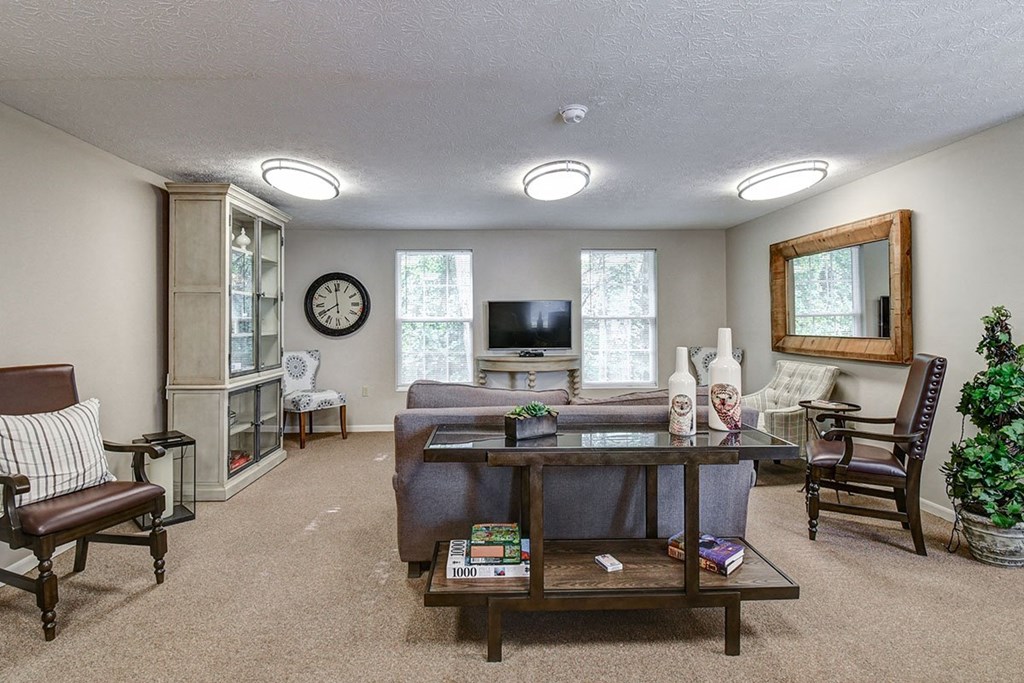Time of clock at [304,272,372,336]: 7:58
